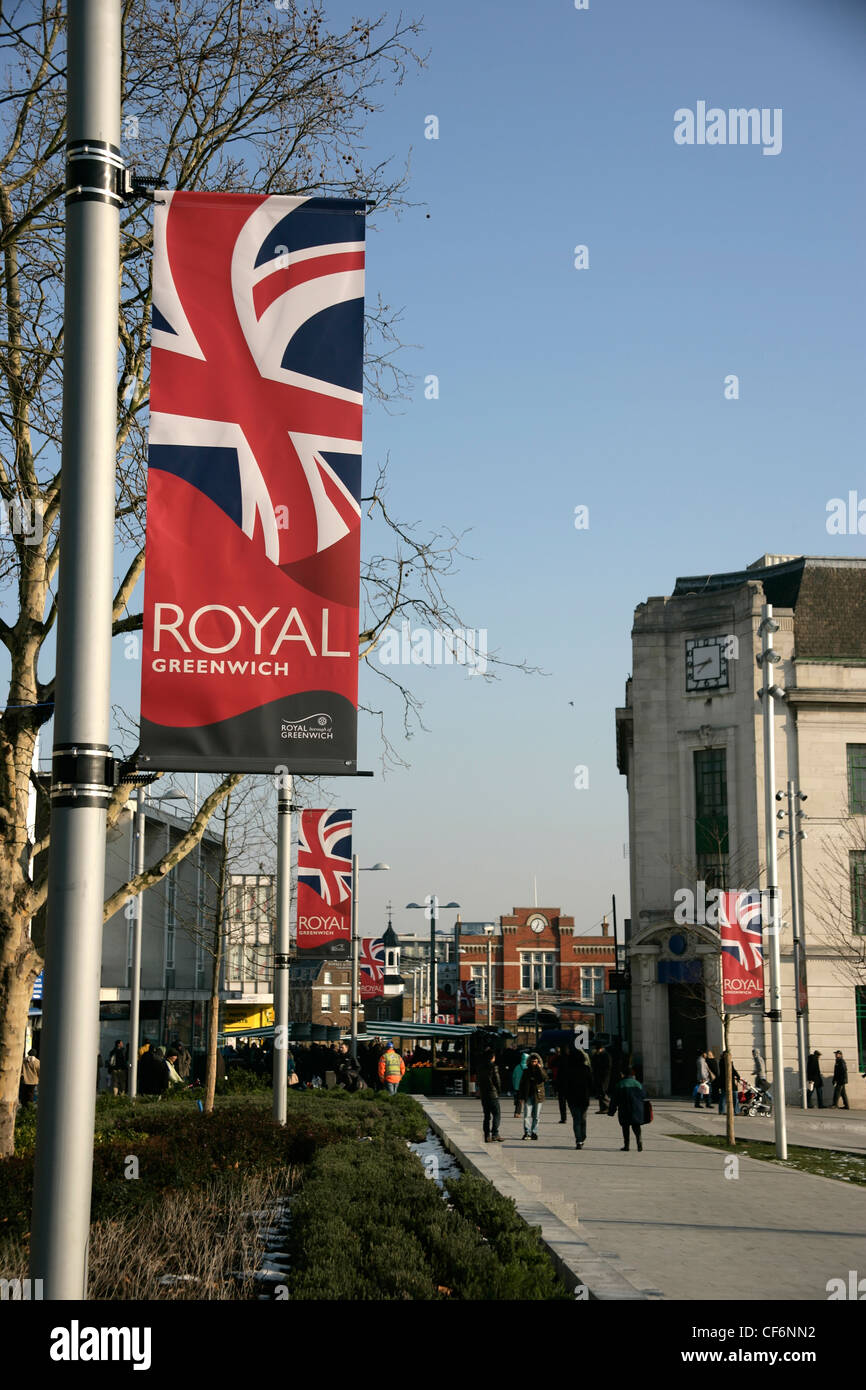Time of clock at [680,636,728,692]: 7:43
